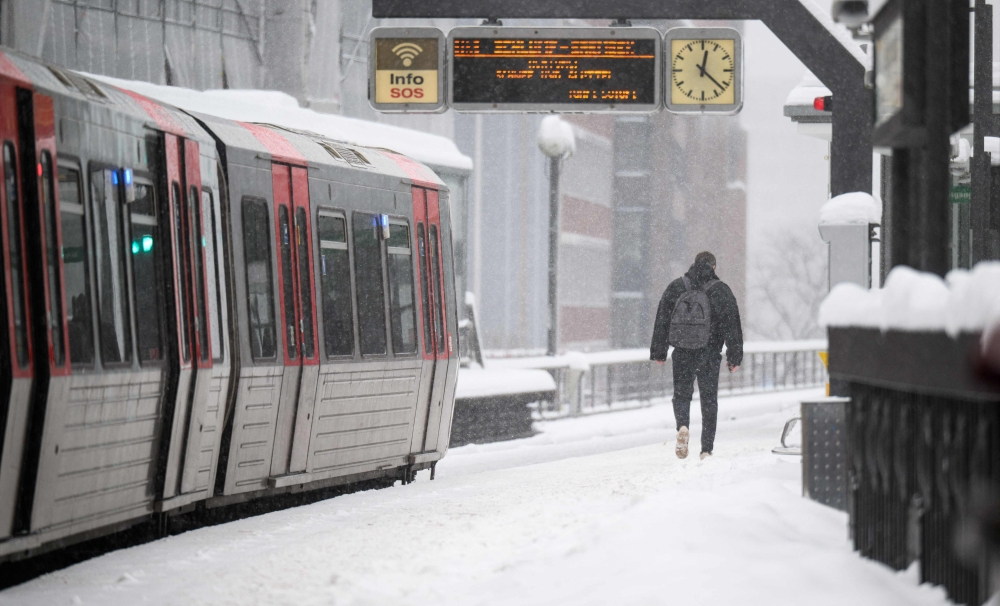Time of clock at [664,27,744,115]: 12:21
